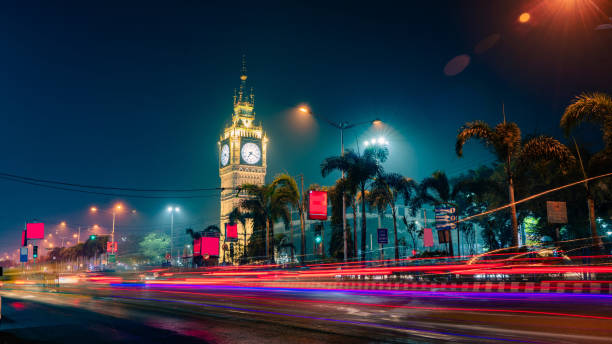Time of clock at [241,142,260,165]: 7:18
